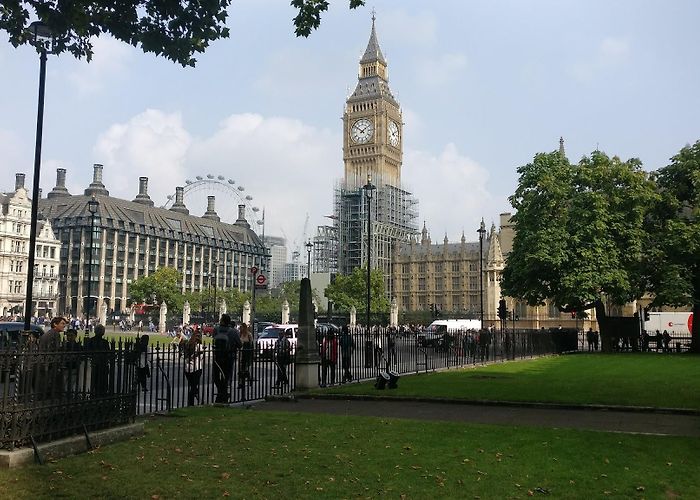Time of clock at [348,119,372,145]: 1:51
